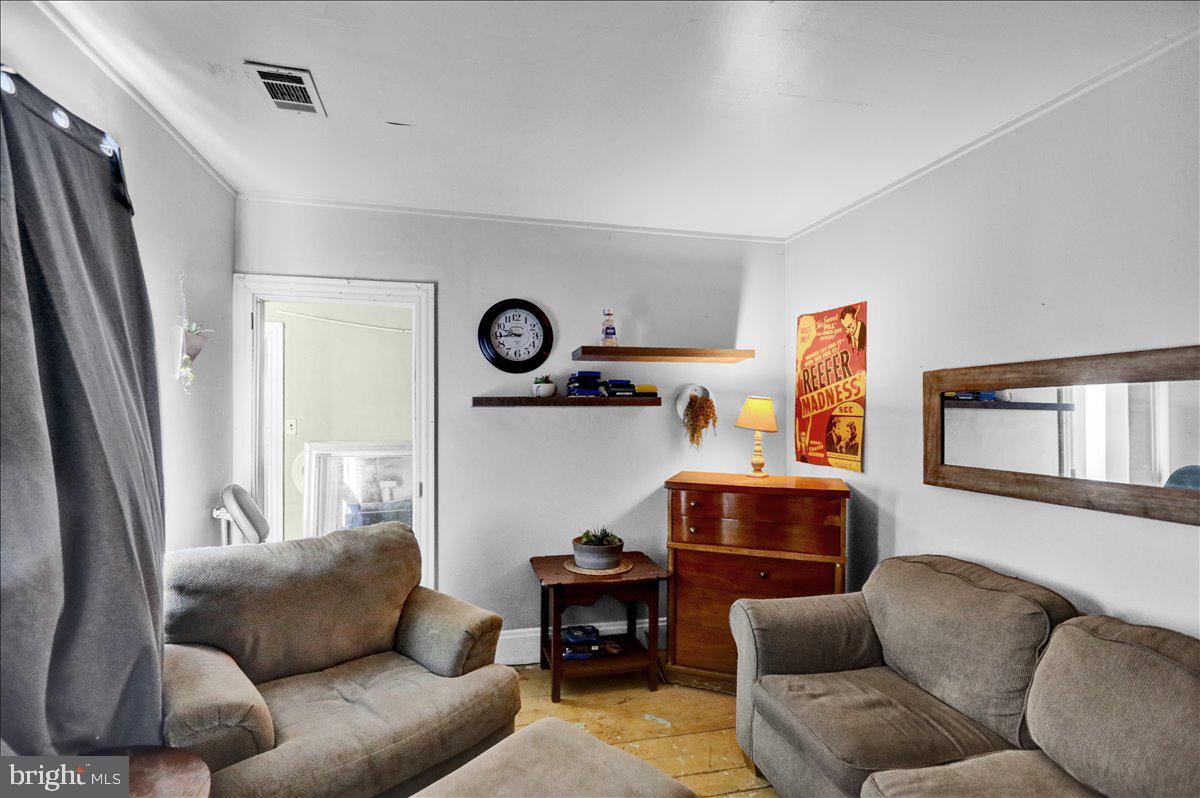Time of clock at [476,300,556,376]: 9:43
